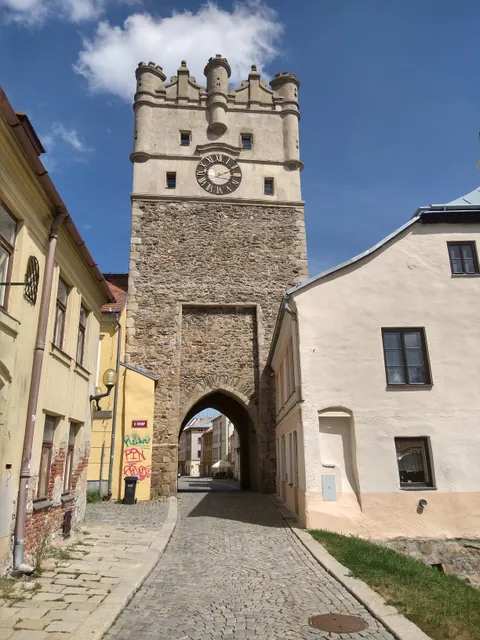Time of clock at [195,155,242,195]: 2:18
